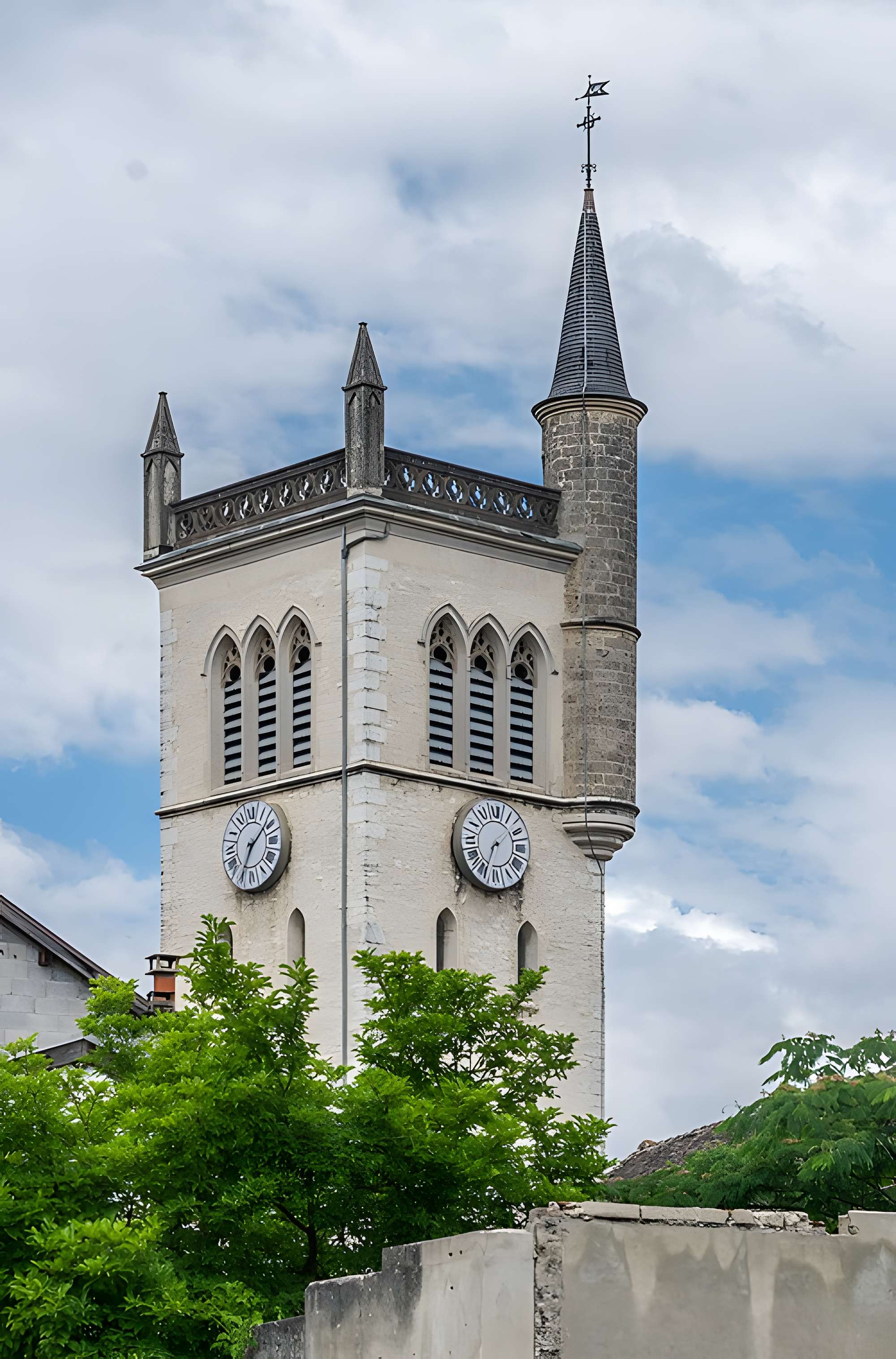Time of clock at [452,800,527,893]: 1:33
